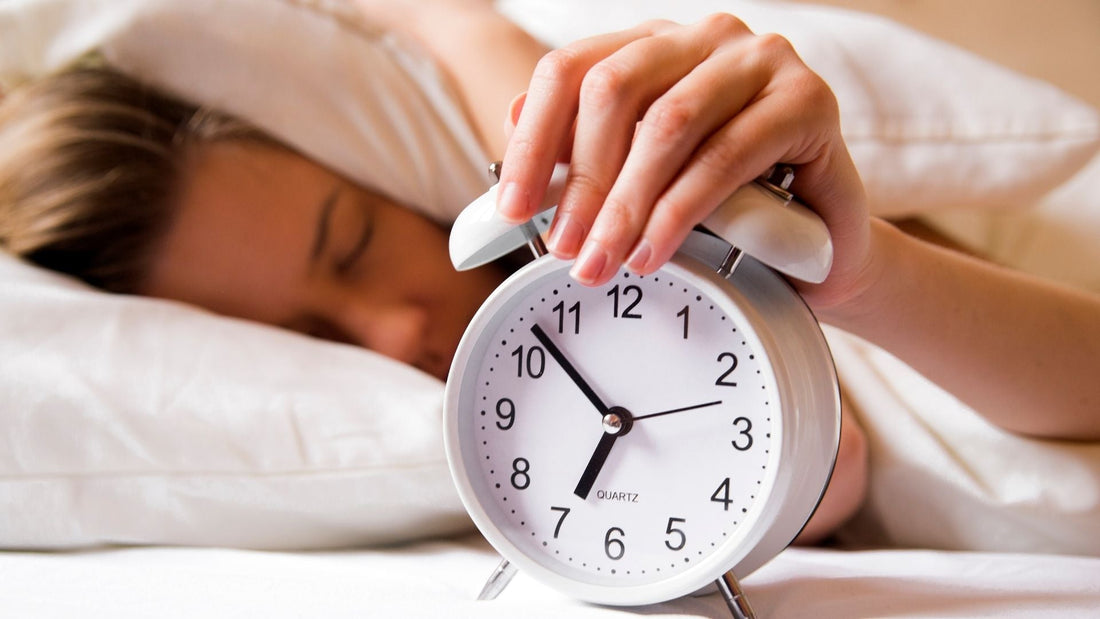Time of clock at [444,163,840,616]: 6:52
